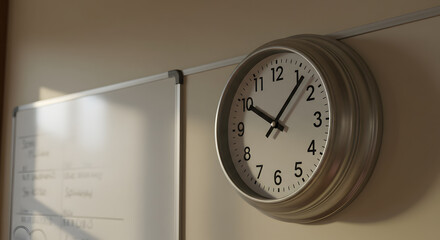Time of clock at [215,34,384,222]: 10:06
